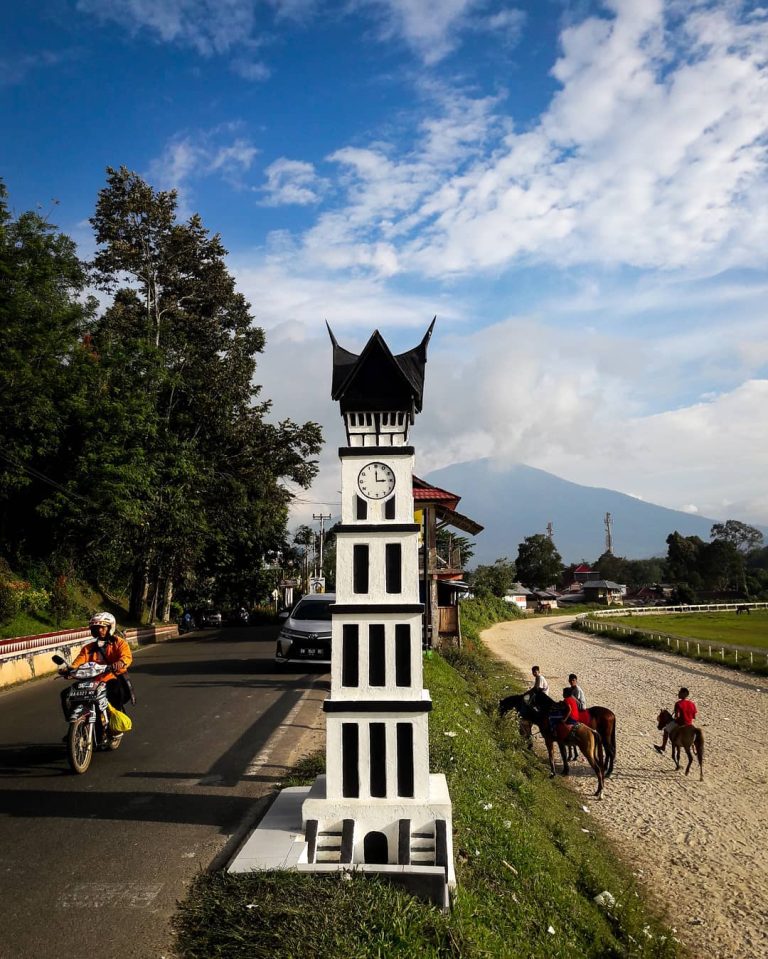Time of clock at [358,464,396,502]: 3:00
